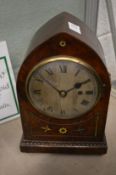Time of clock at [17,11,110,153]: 1:51
